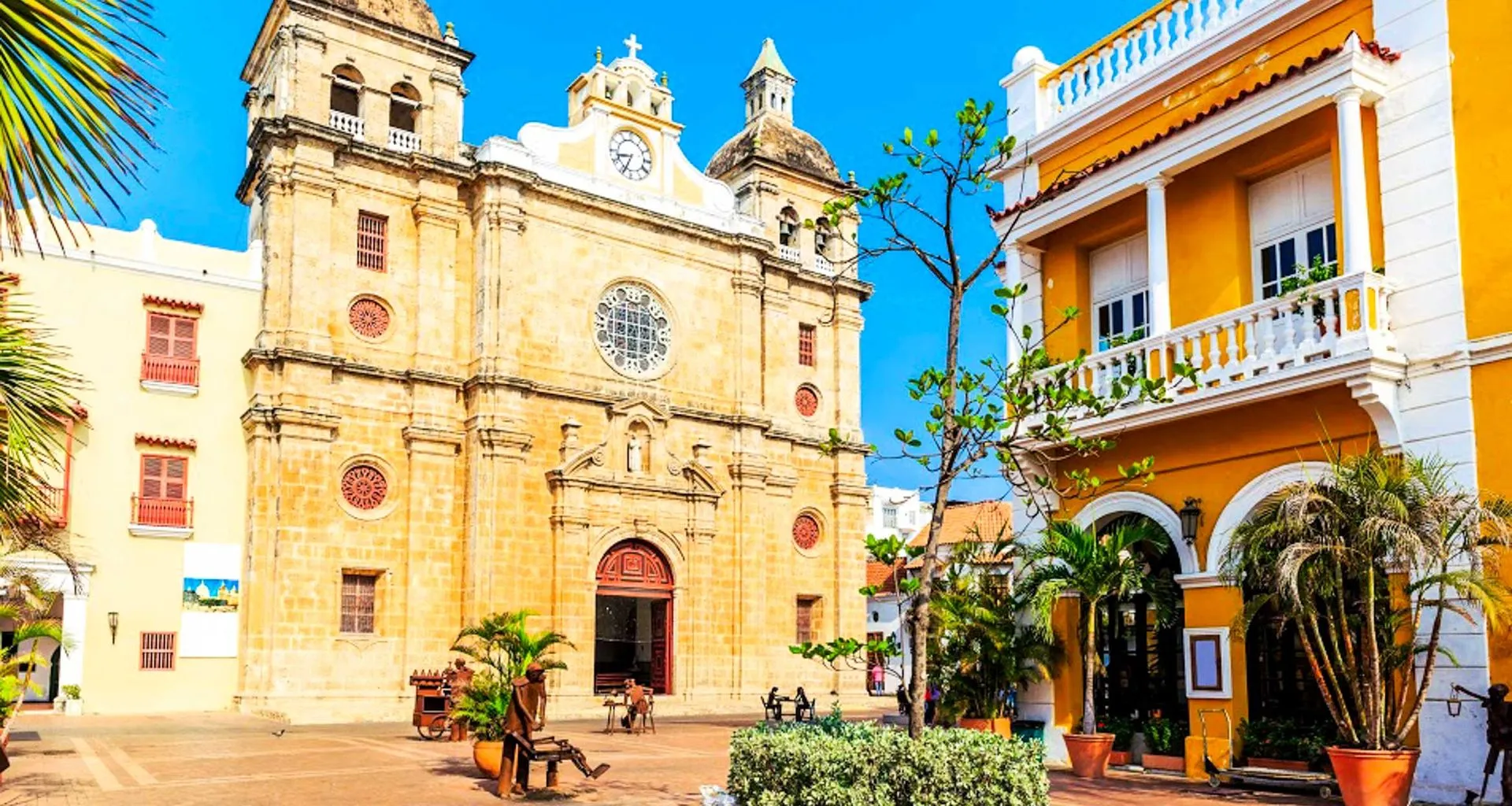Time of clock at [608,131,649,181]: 8:34
